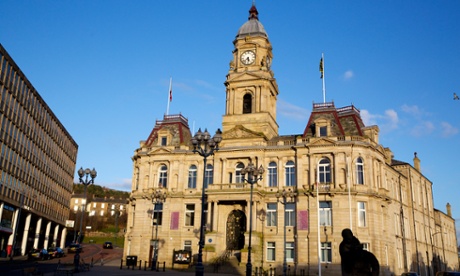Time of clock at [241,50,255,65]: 5:38
